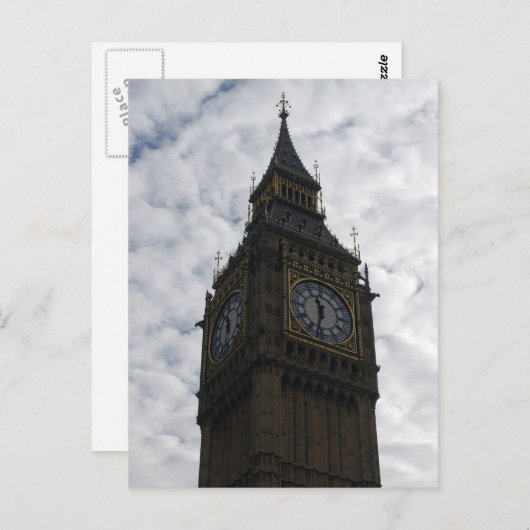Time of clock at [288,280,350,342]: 11:32
